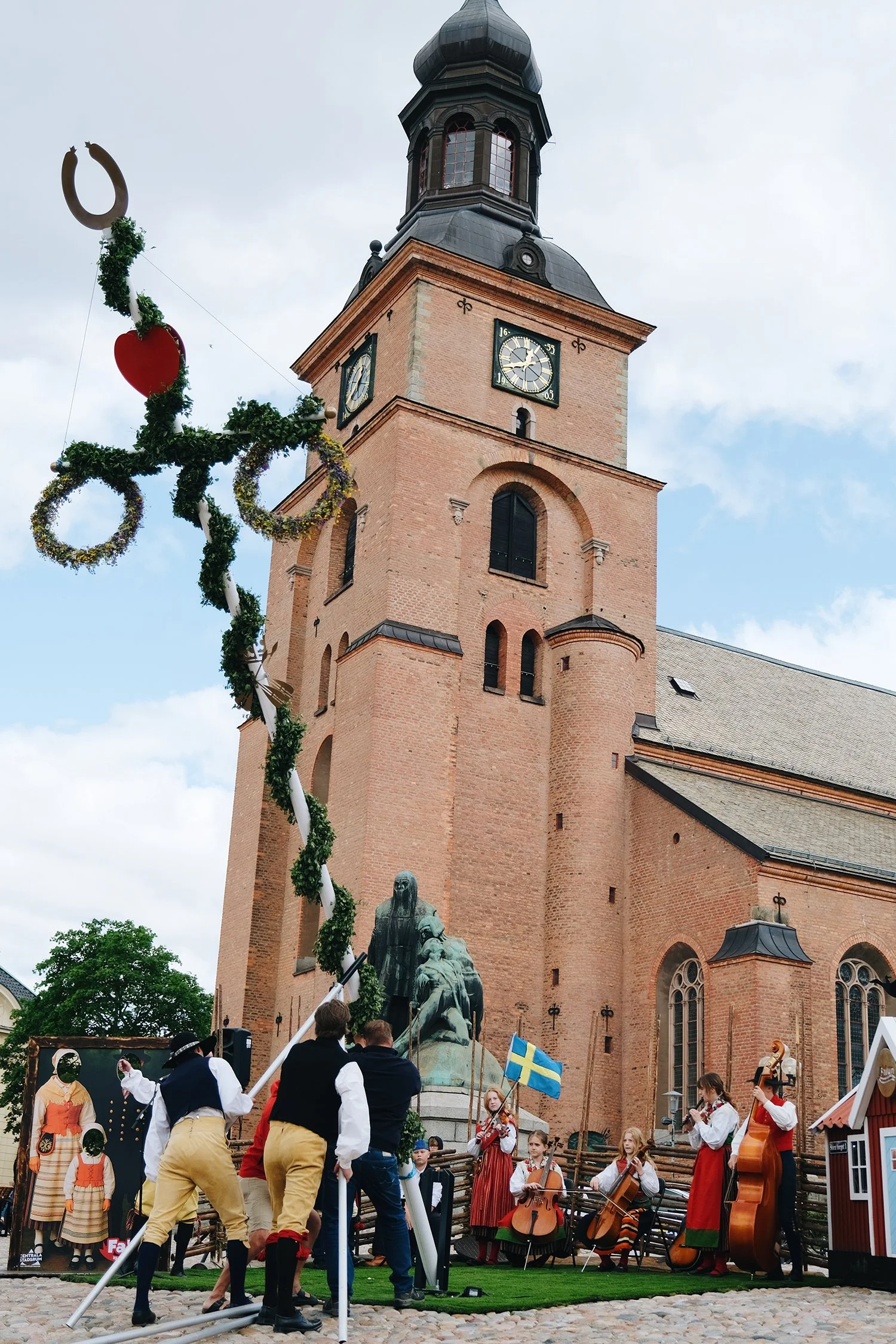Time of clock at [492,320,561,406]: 12:41
